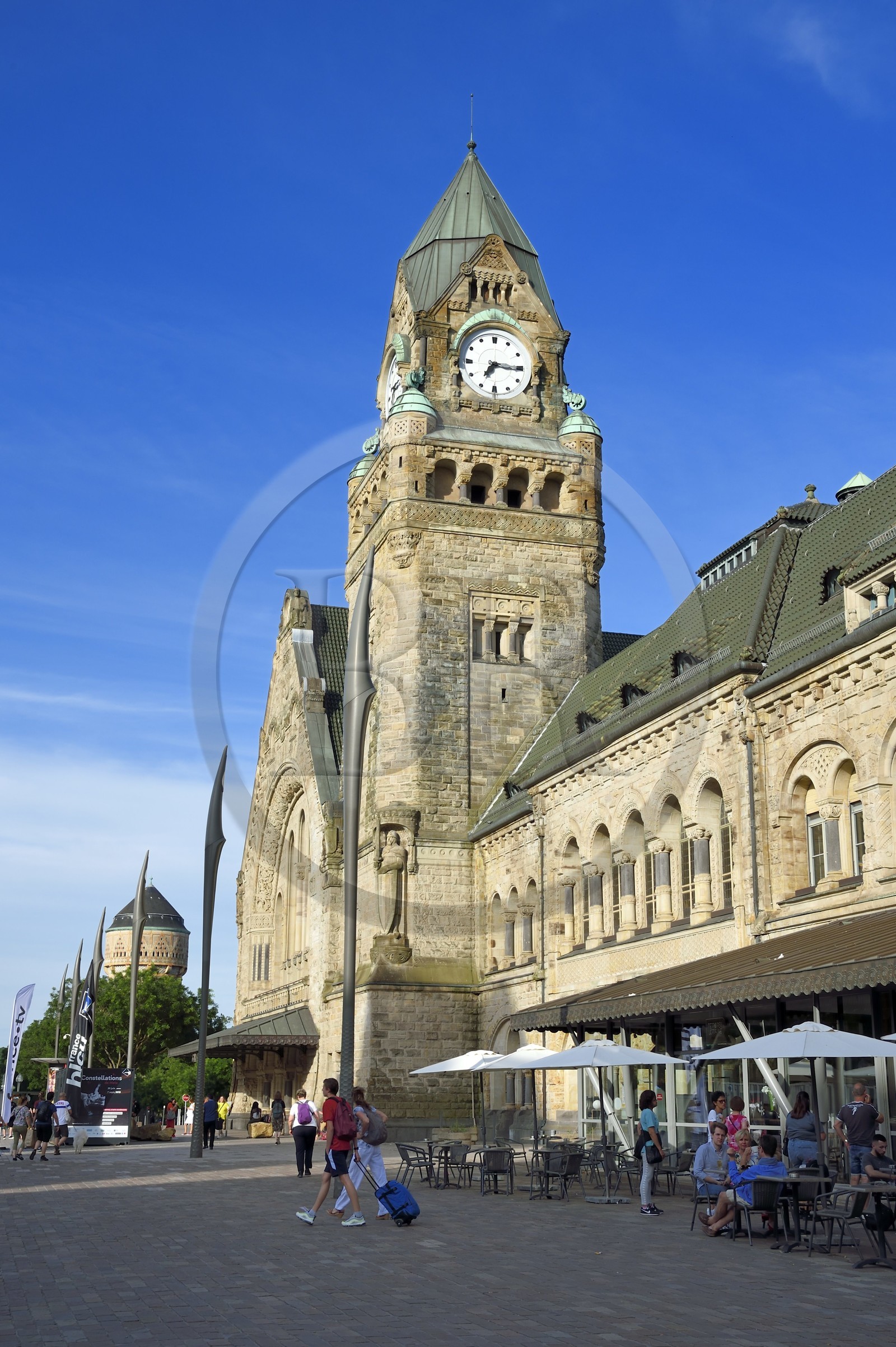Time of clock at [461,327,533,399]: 7:15
